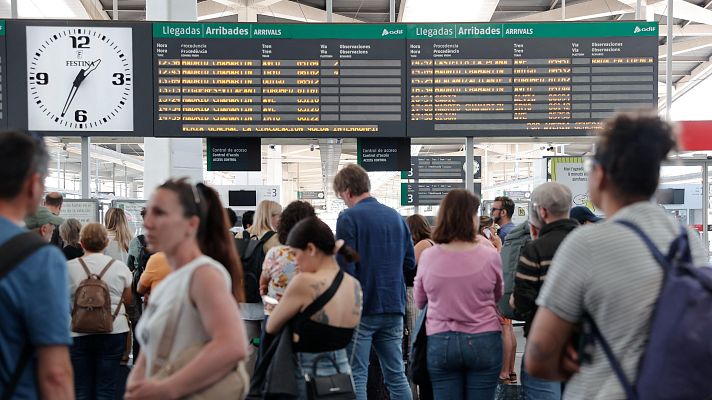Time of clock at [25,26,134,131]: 1:34
